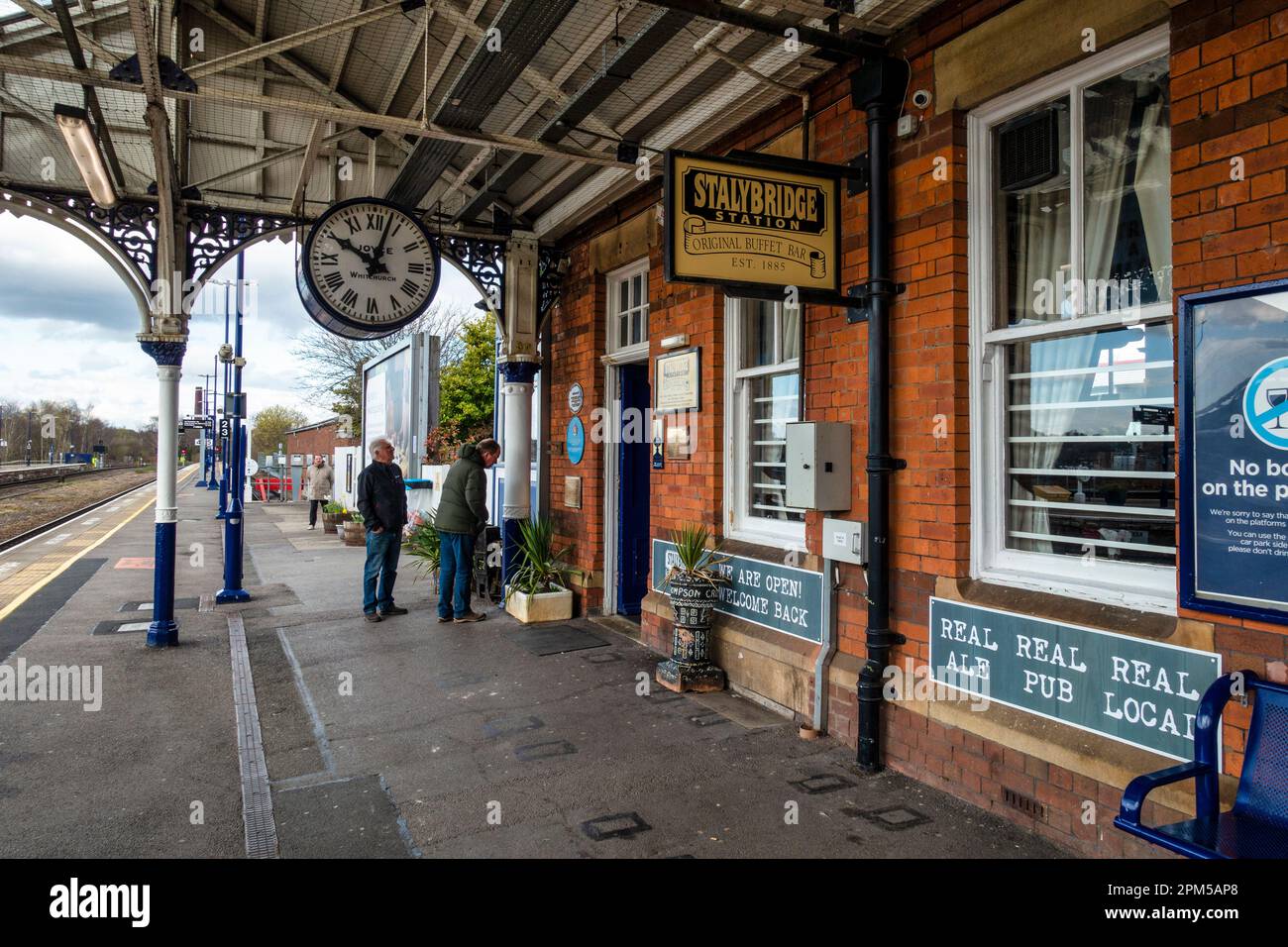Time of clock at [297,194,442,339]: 10:02
